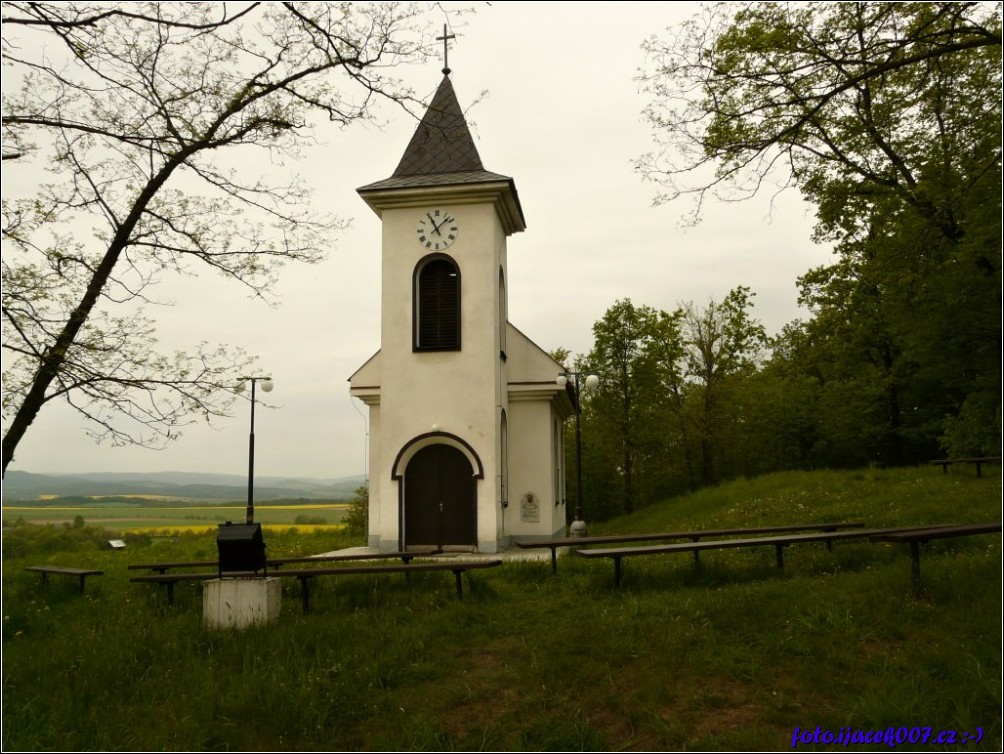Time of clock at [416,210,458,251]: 11:07
